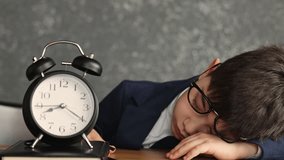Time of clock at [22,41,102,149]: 8:20
